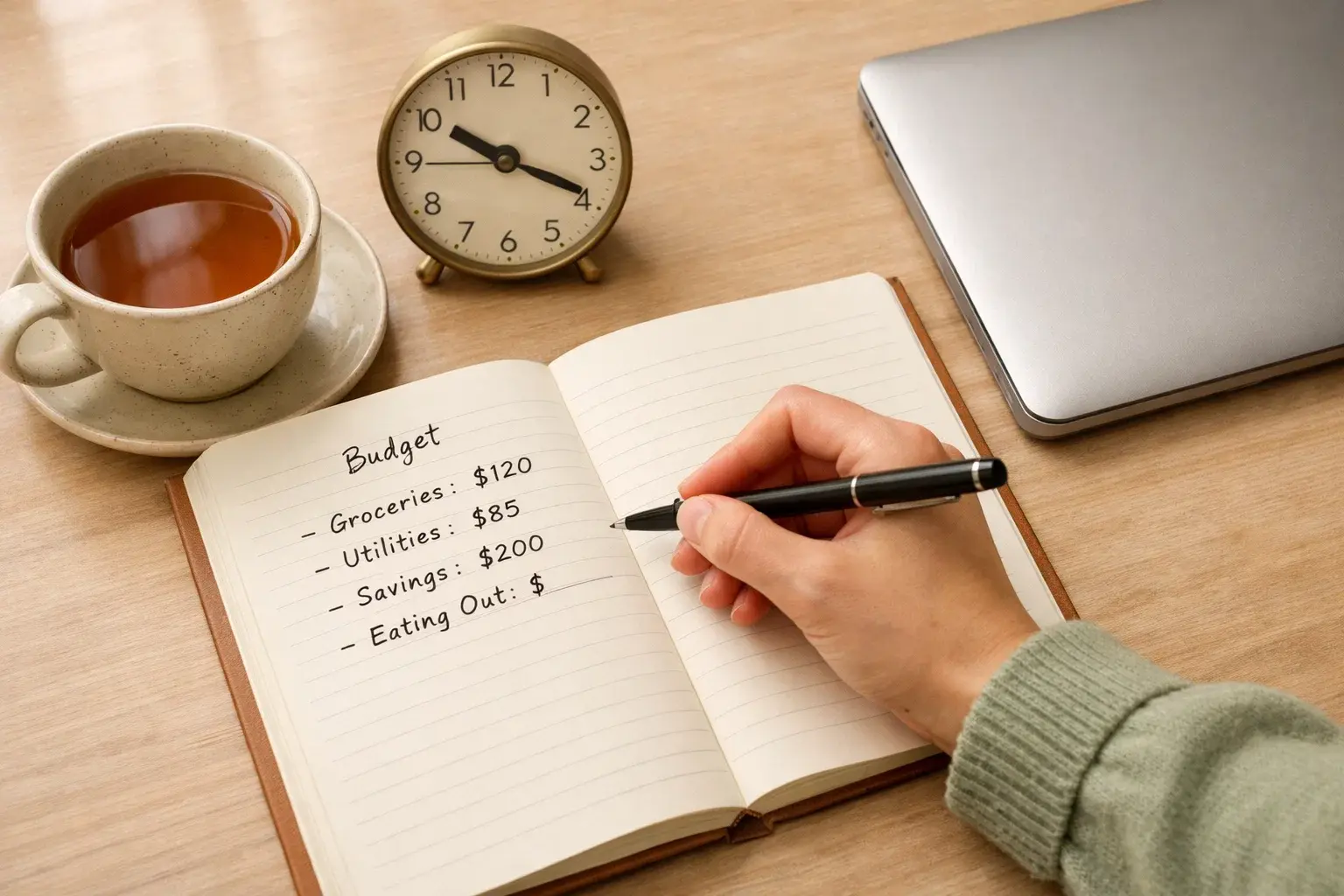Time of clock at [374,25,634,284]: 10:19
